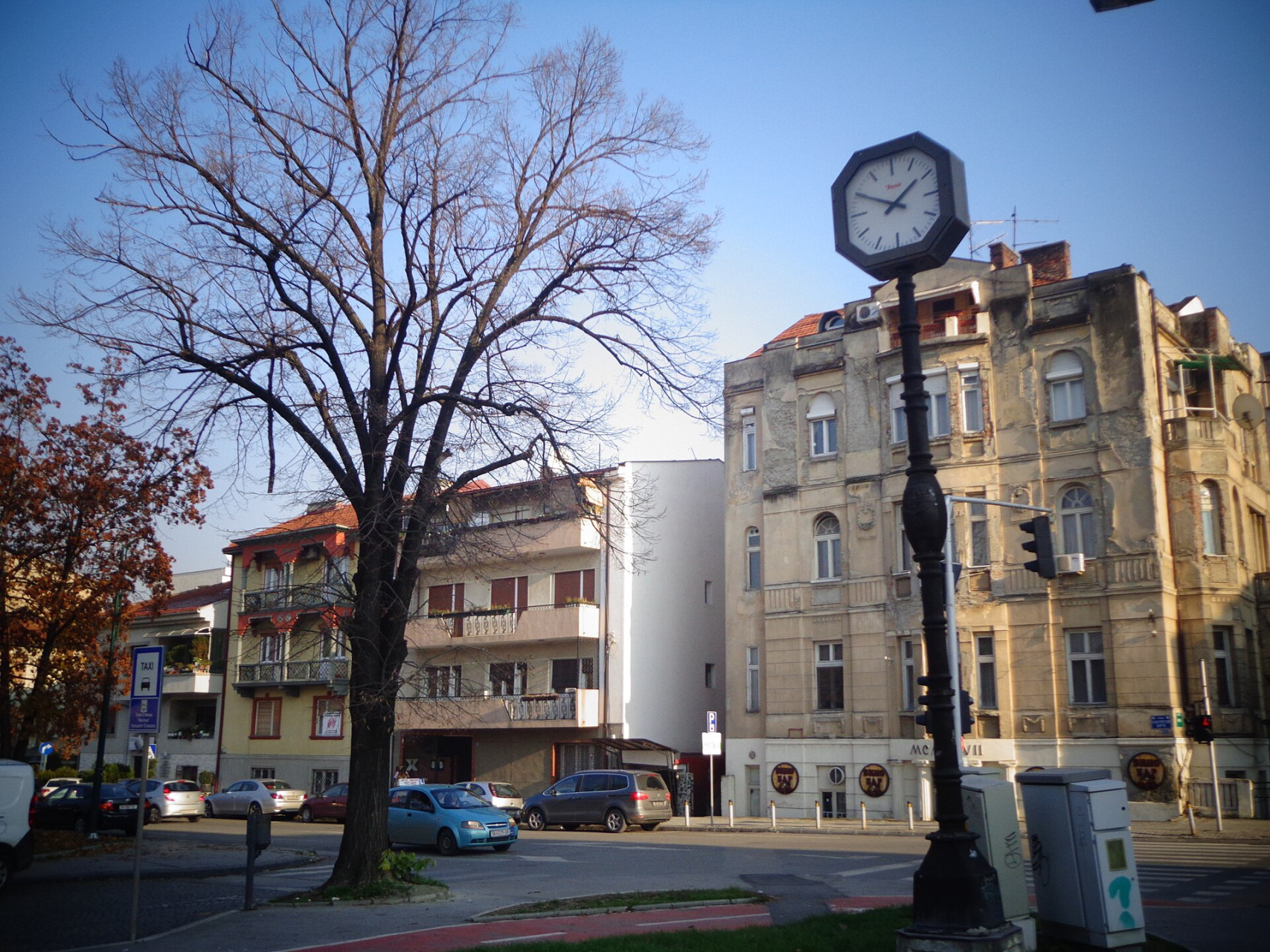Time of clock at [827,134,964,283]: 1:49
